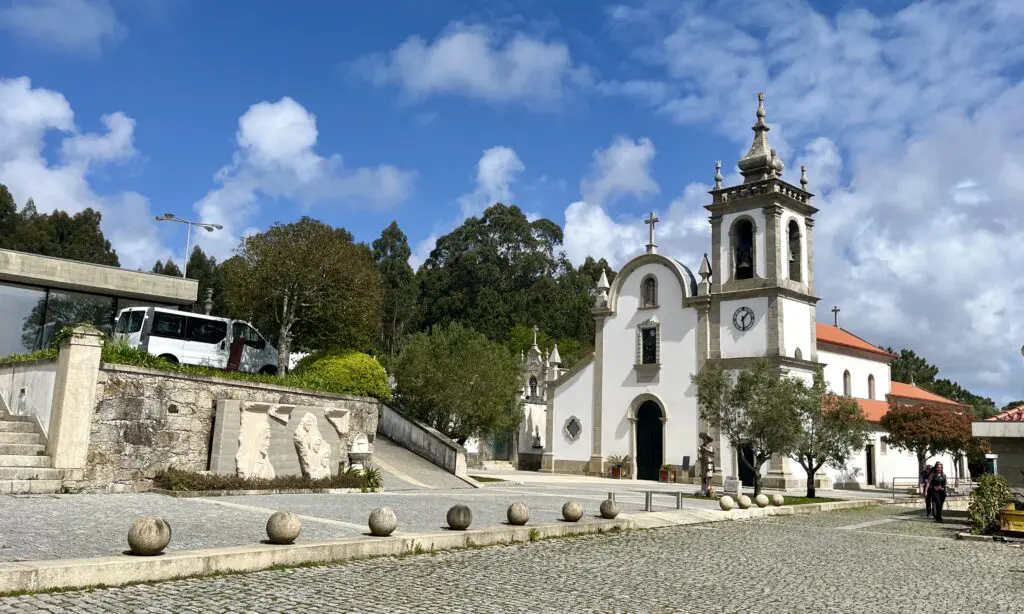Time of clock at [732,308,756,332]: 1:28
